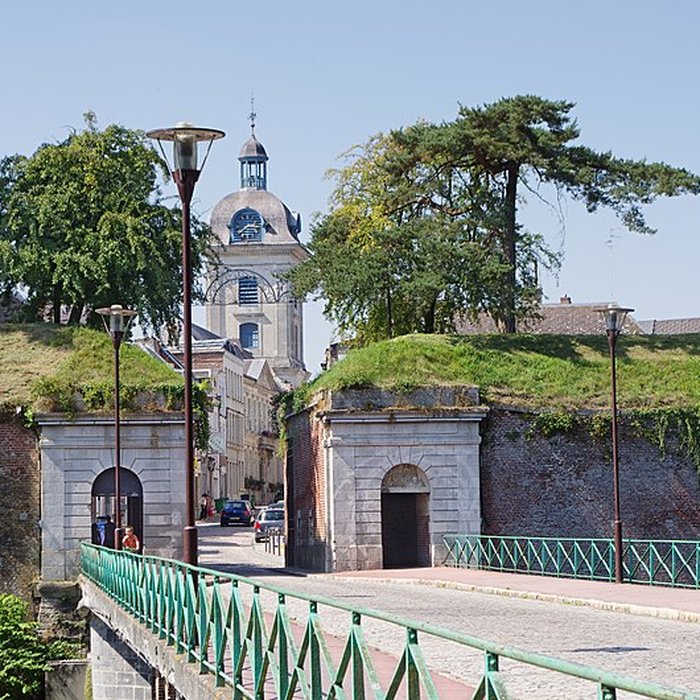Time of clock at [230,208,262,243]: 7:15
